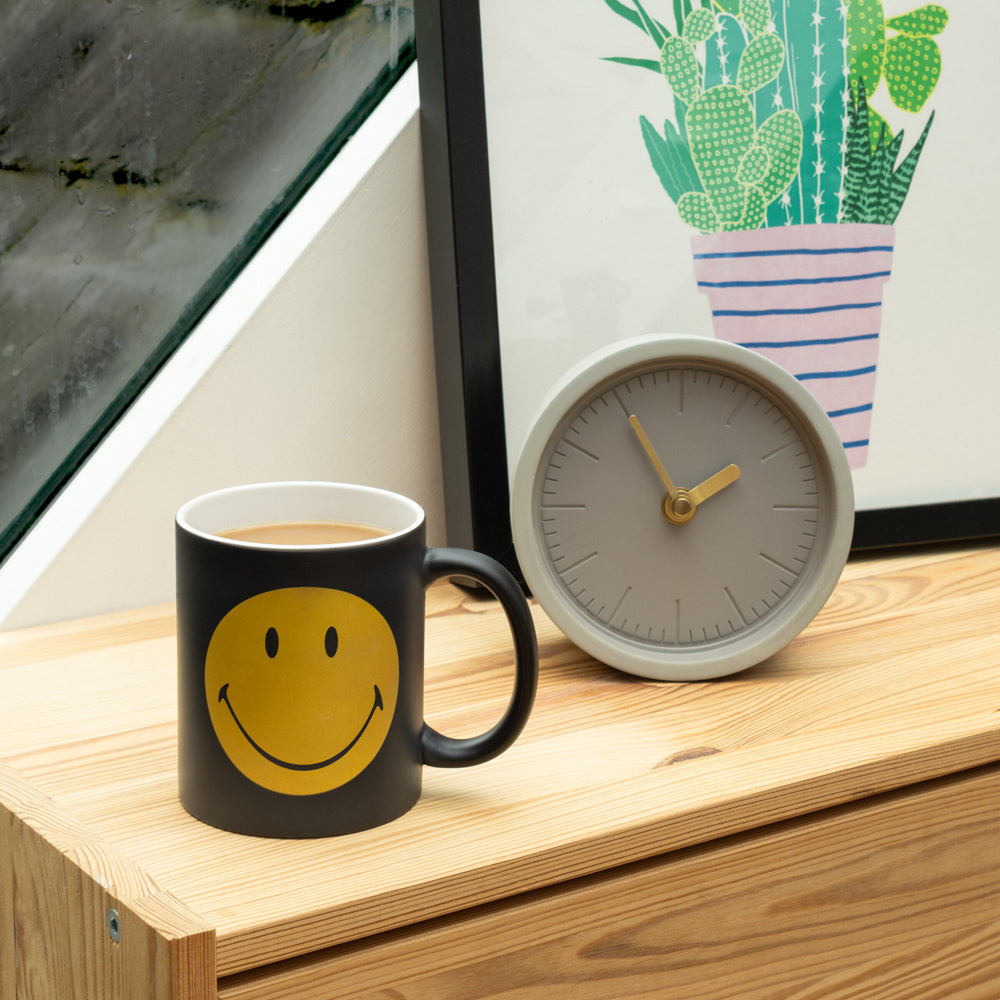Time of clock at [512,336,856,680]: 1:54
